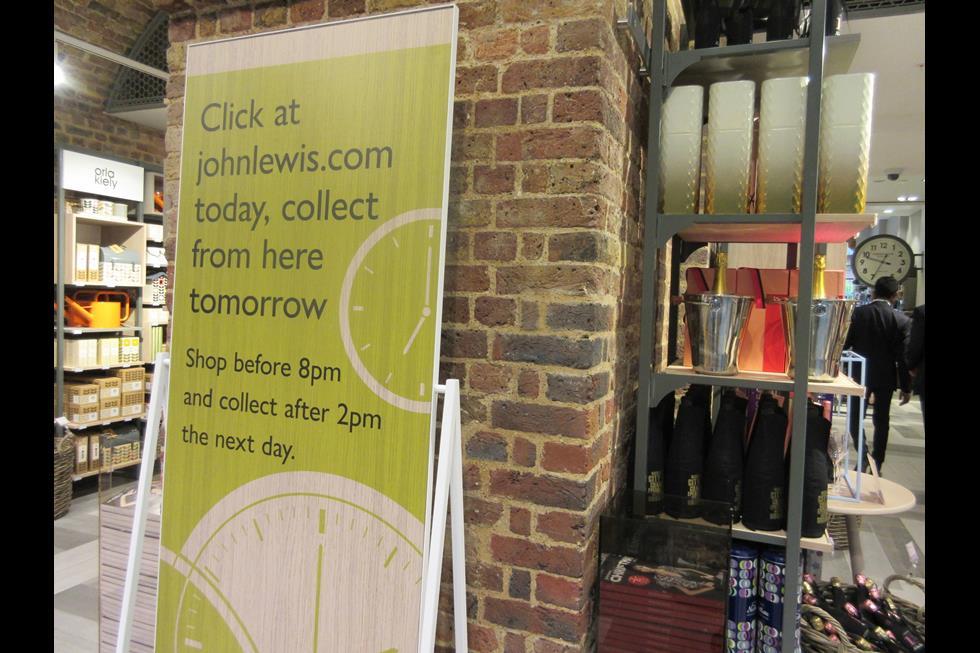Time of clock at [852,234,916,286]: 9:34
